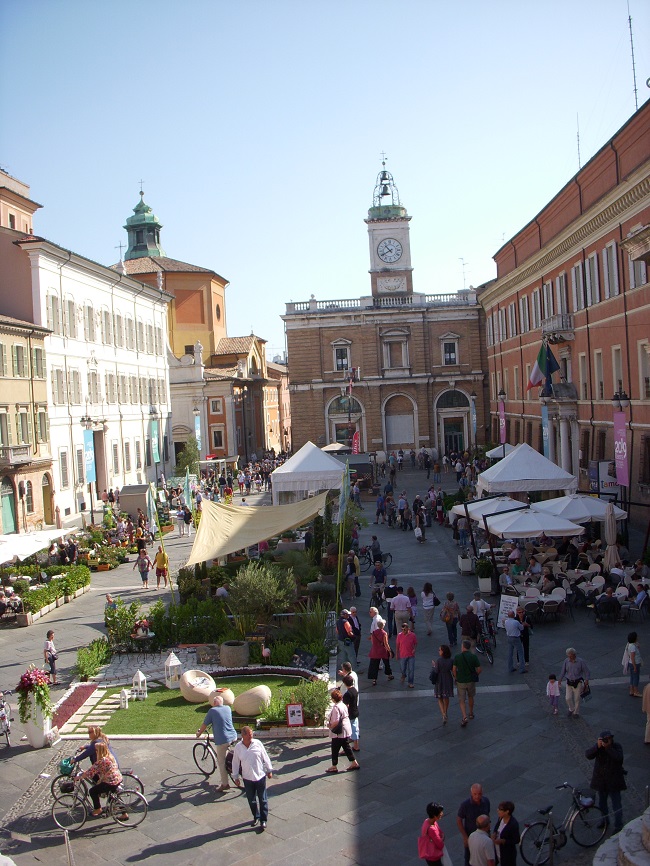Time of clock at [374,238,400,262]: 10:40
